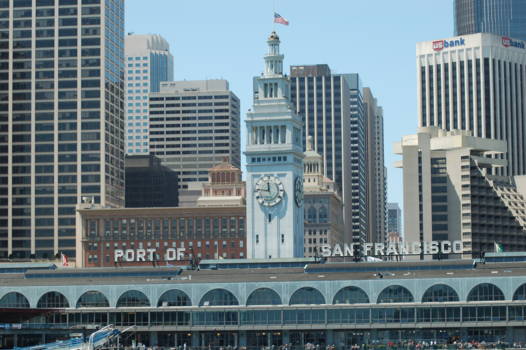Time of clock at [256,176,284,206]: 11:46
